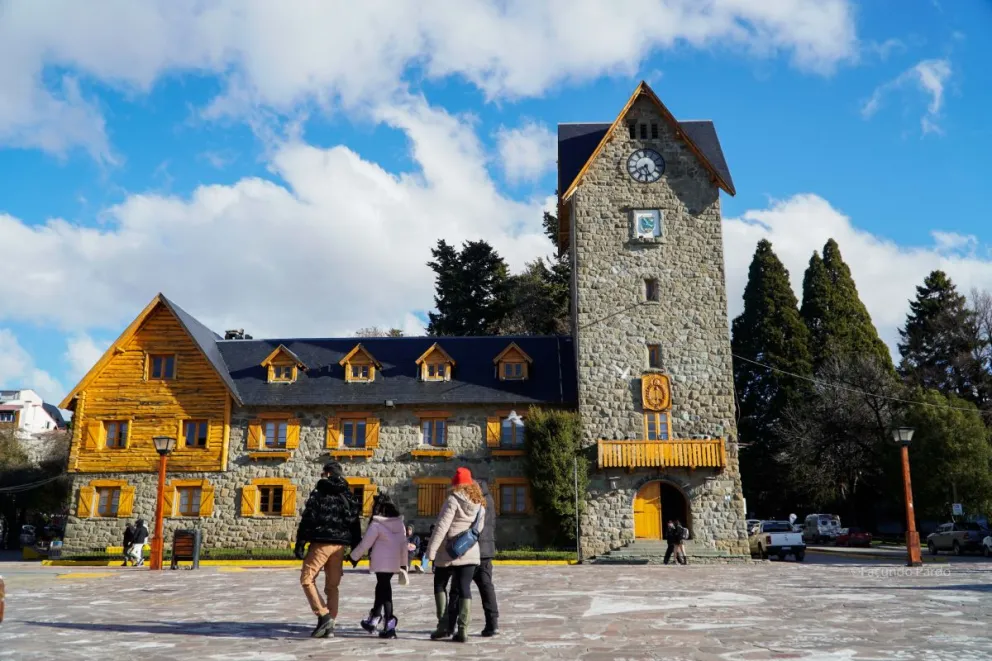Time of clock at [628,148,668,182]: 5:40
